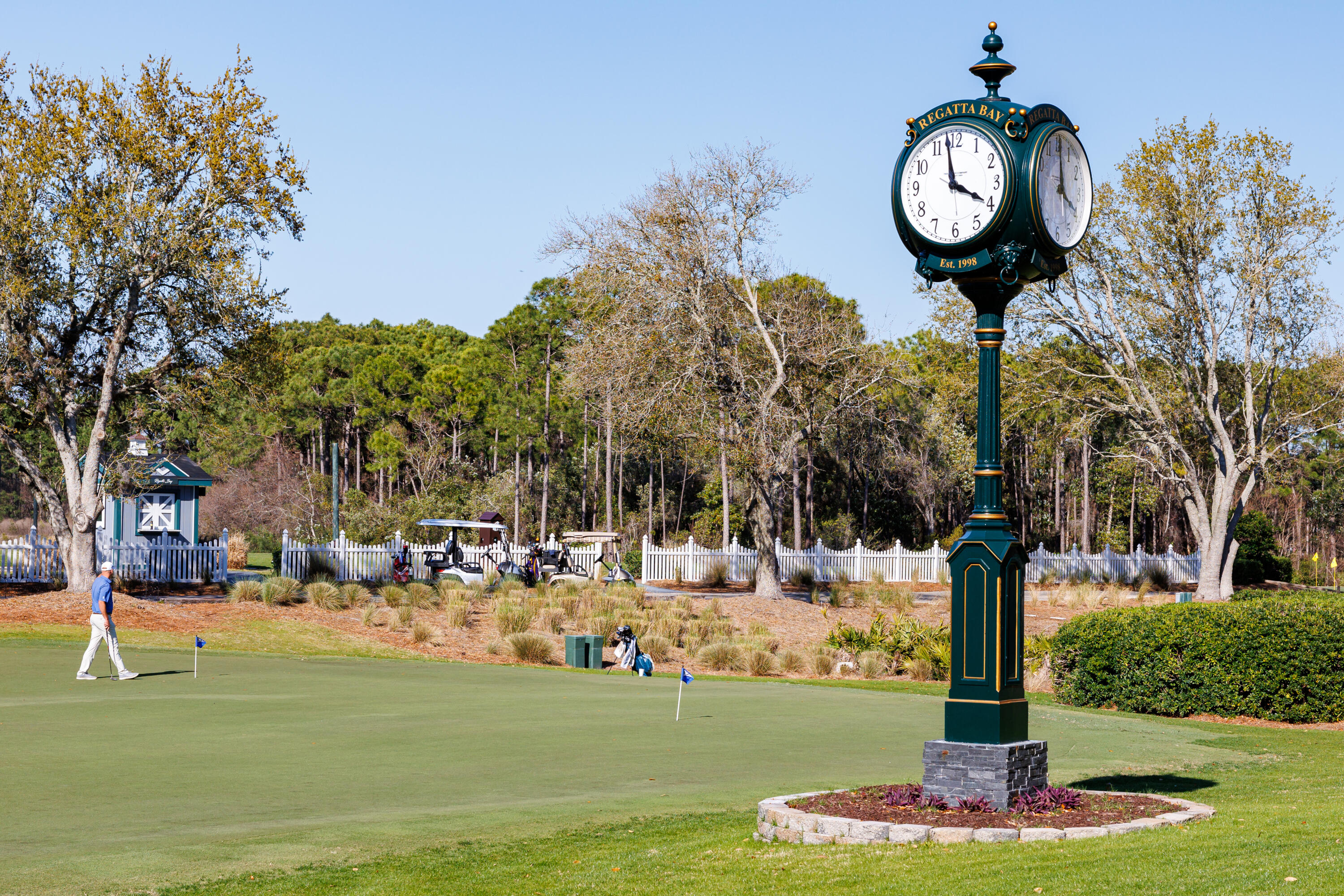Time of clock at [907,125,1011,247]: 3:58
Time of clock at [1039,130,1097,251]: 4:00
